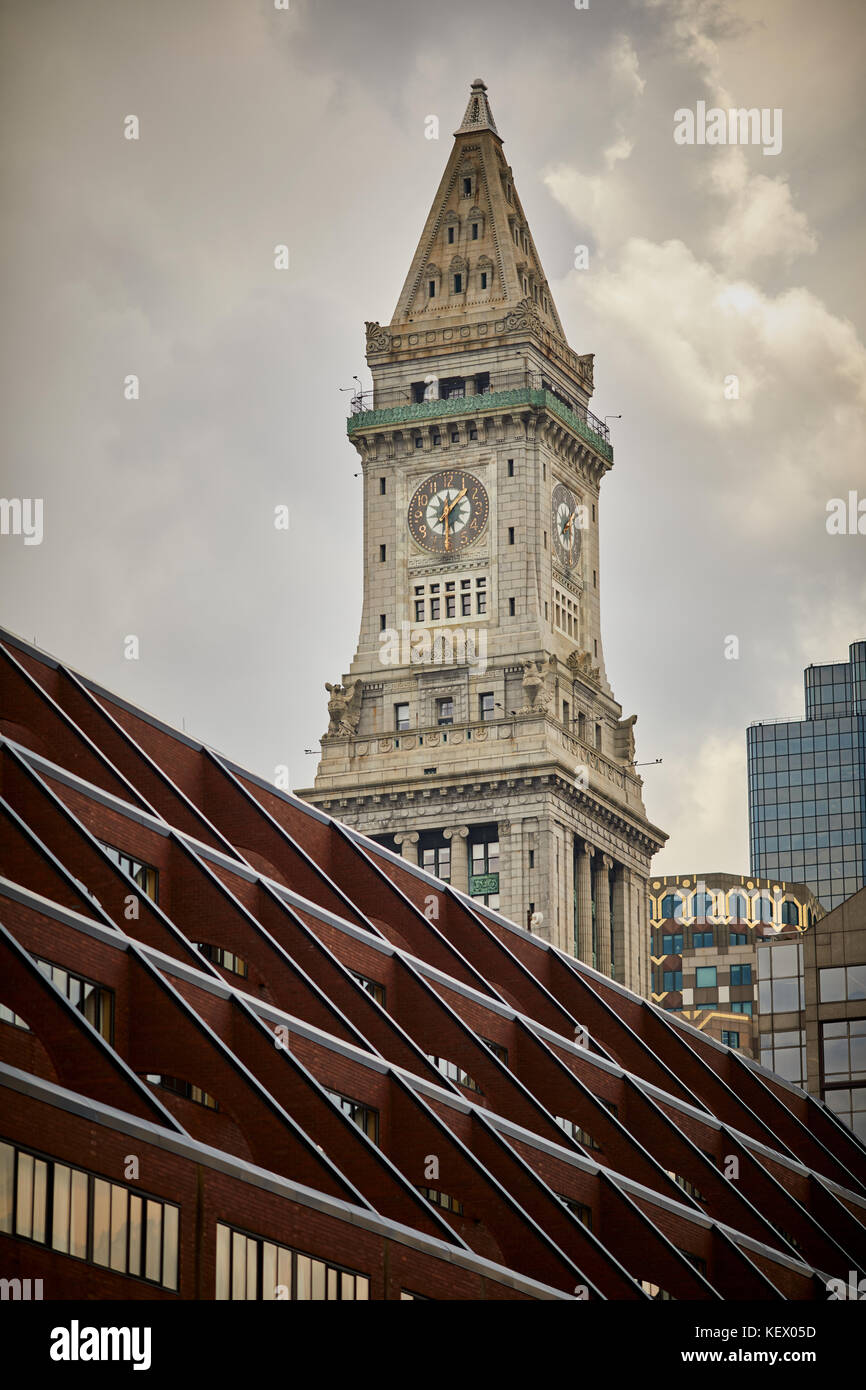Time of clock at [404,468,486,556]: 12:07
